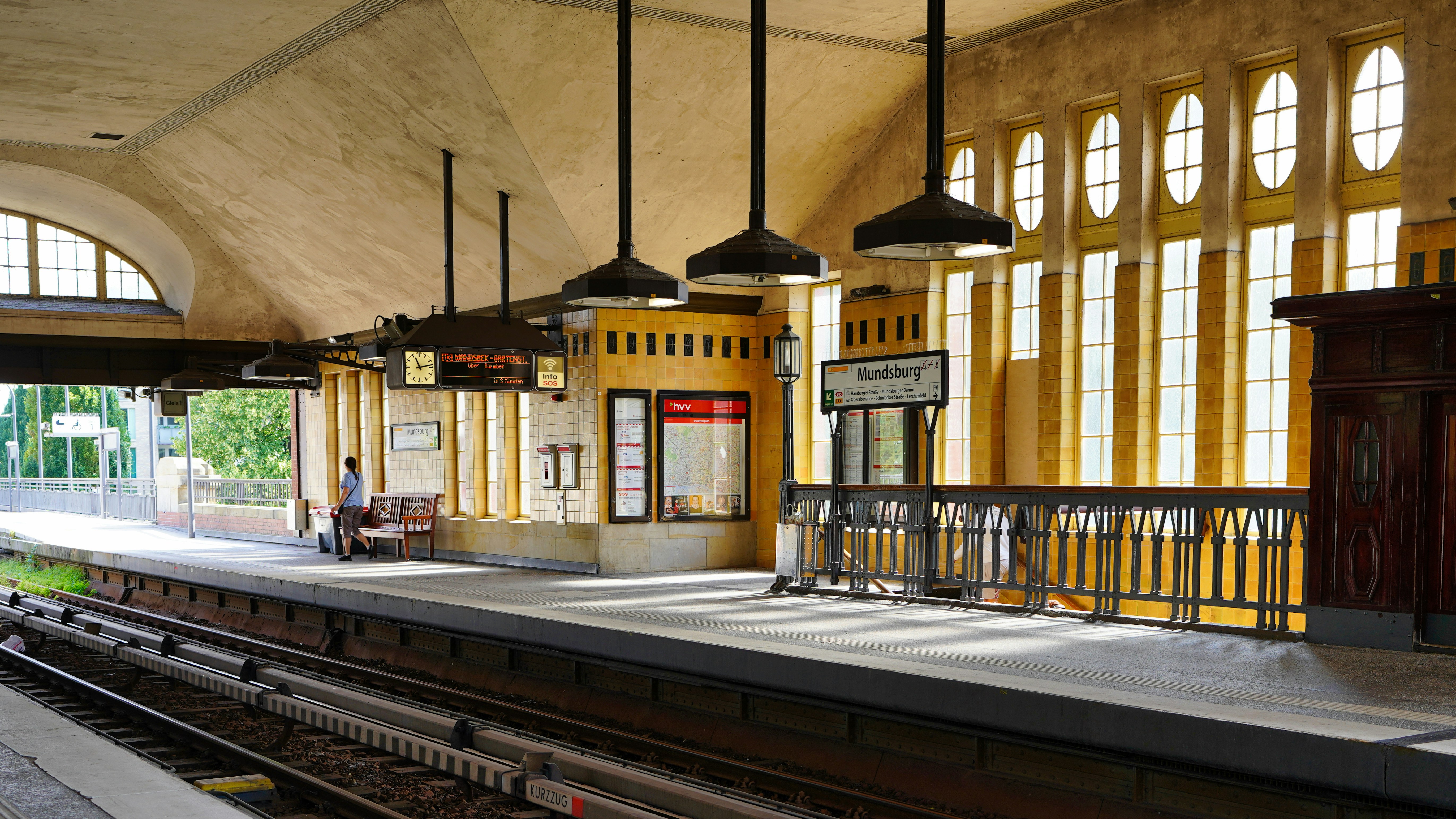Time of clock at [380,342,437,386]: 11:13
